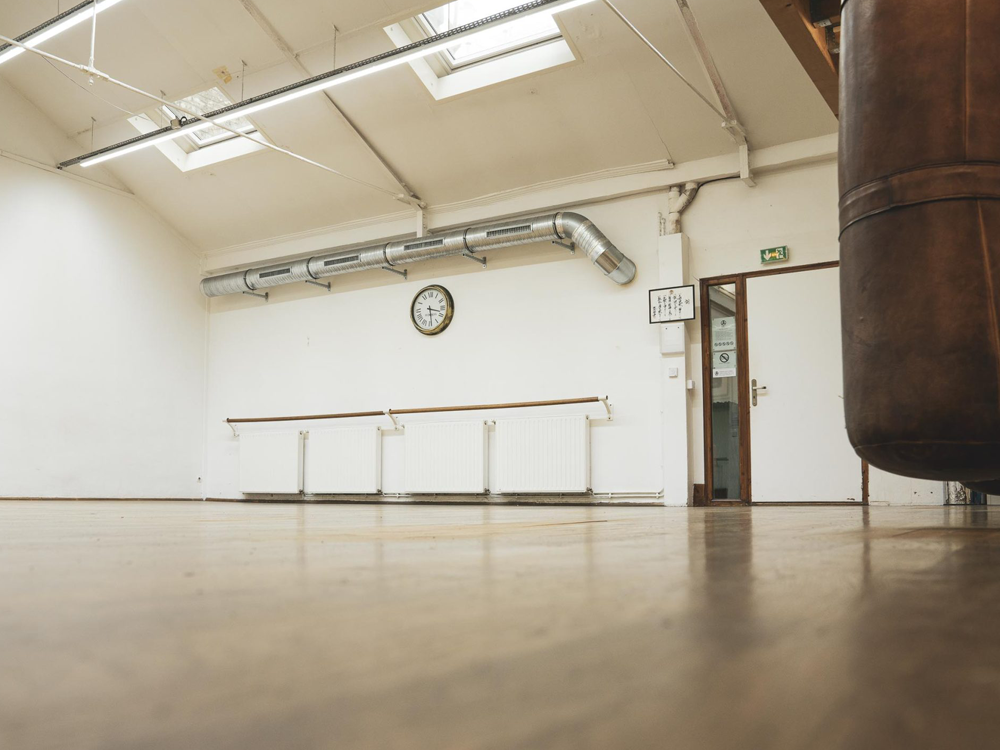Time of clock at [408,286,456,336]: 3:28
